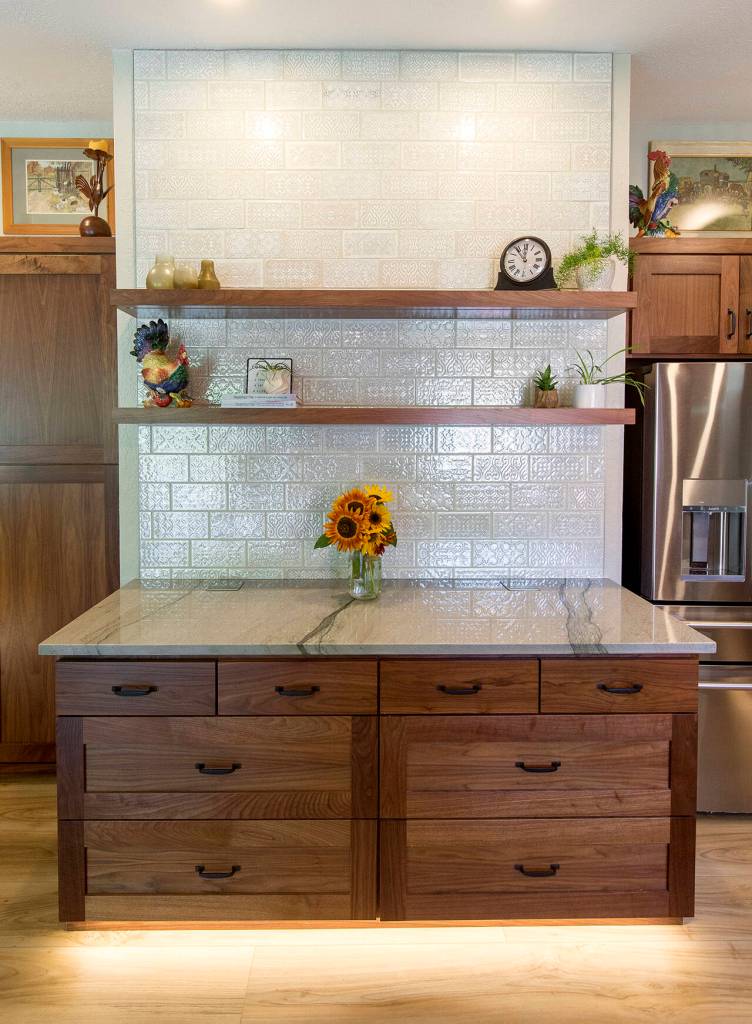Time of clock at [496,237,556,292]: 11:53
